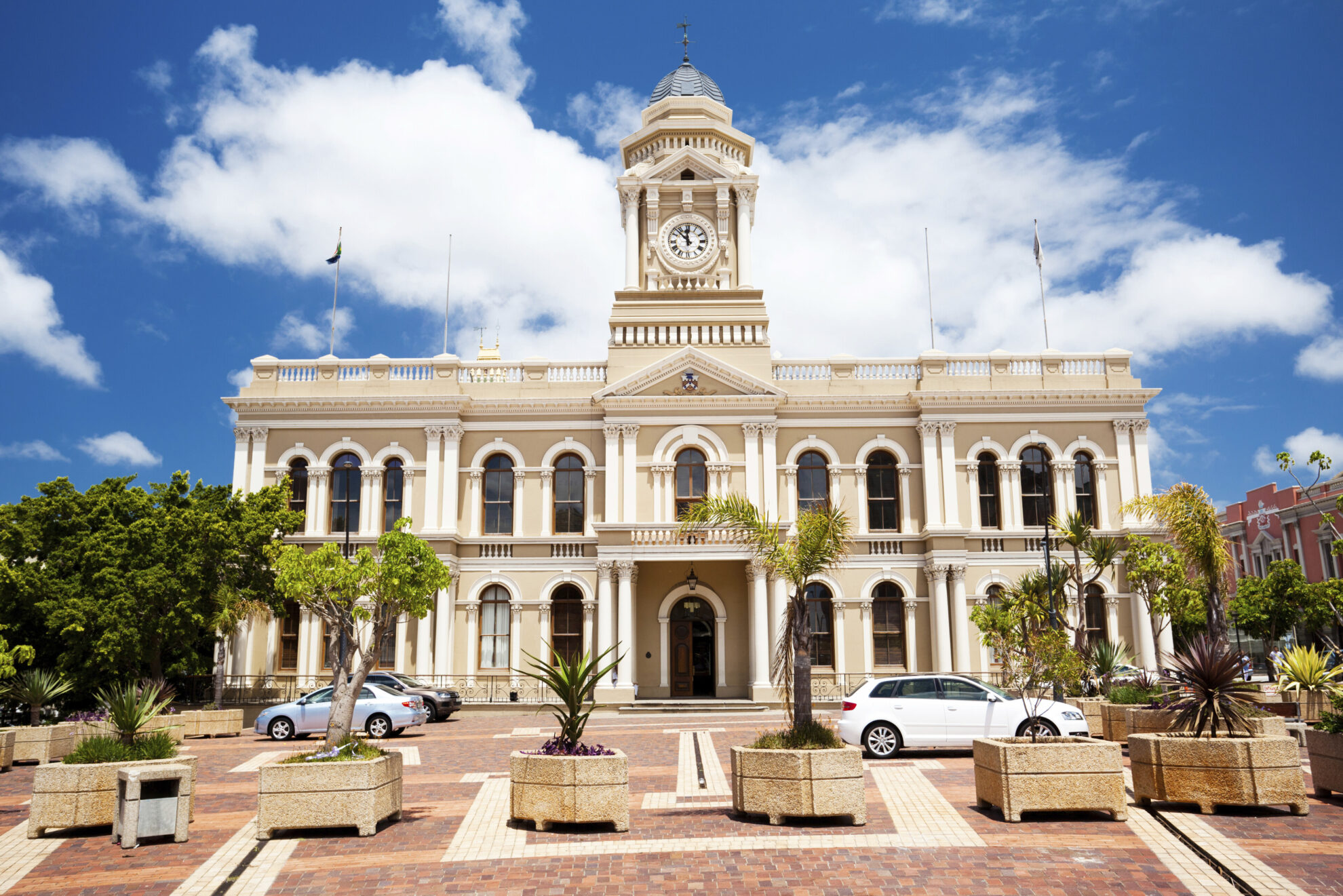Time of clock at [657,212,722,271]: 11:52
